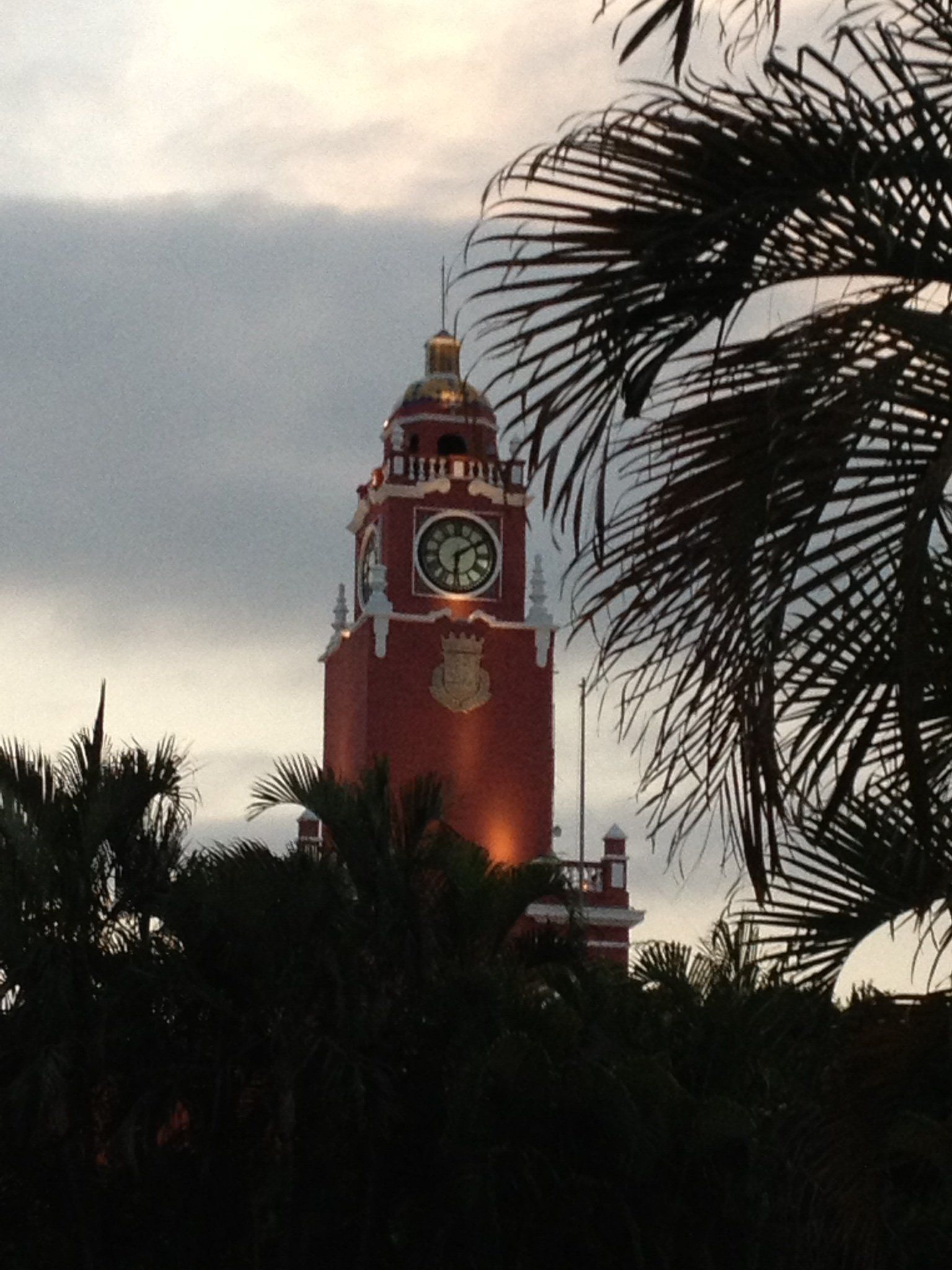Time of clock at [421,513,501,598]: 6:10
